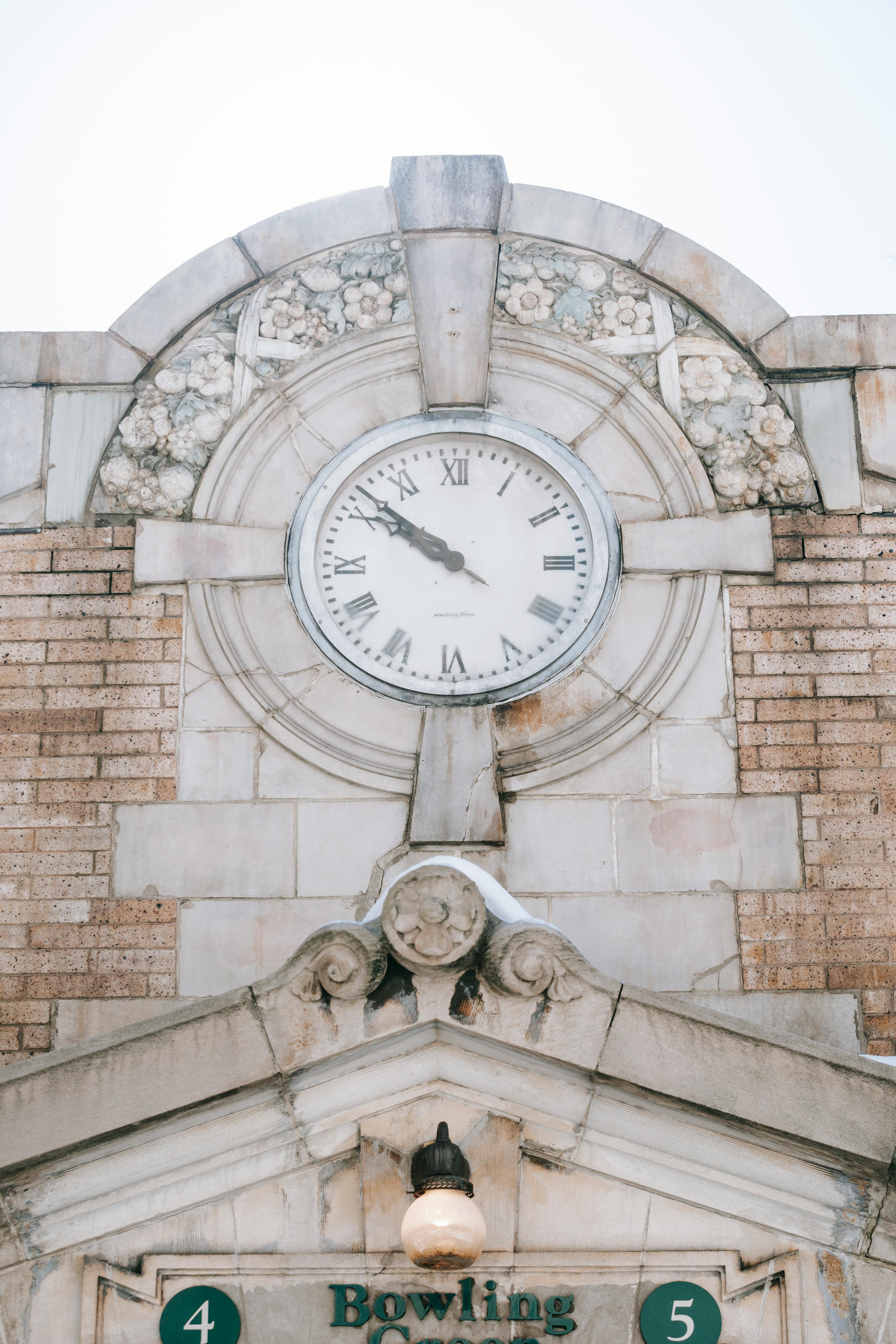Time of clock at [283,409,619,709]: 9:51
